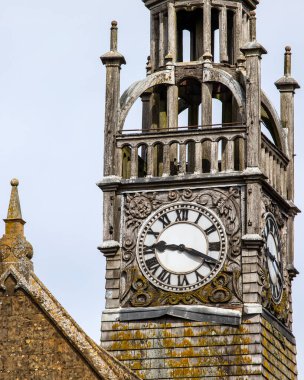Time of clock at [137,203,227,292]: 9:18
